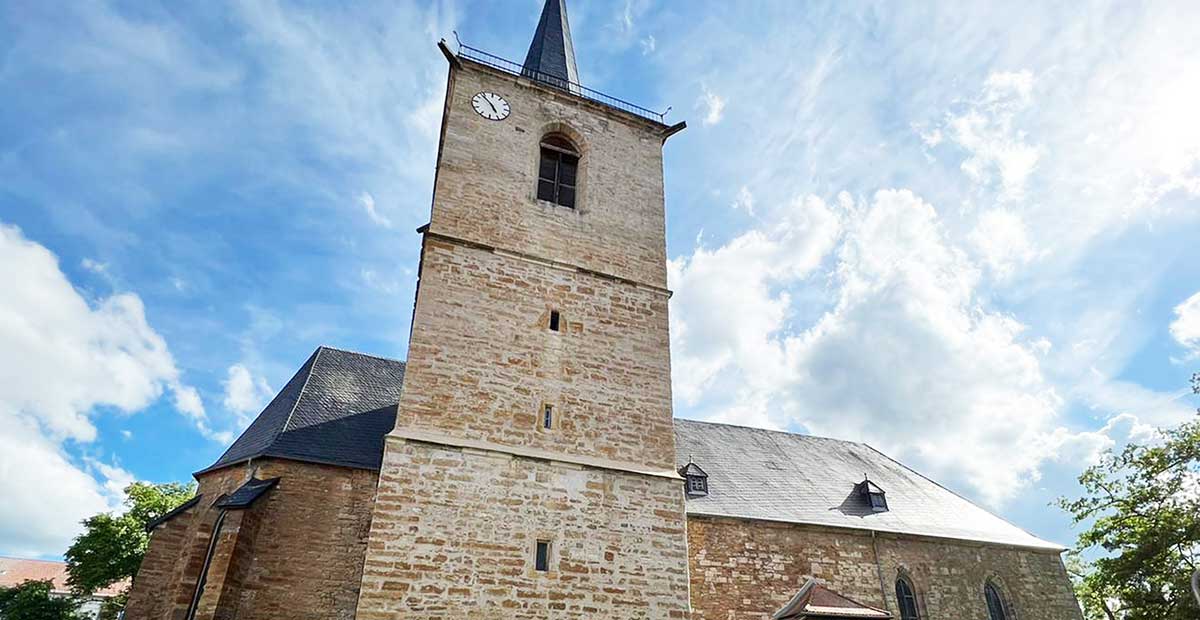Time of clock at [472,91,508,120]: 4:52
